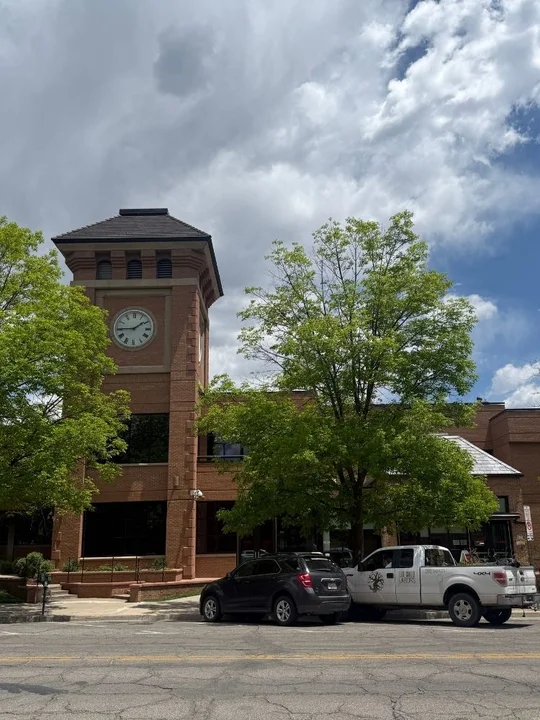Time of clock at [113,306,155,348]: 1:44
